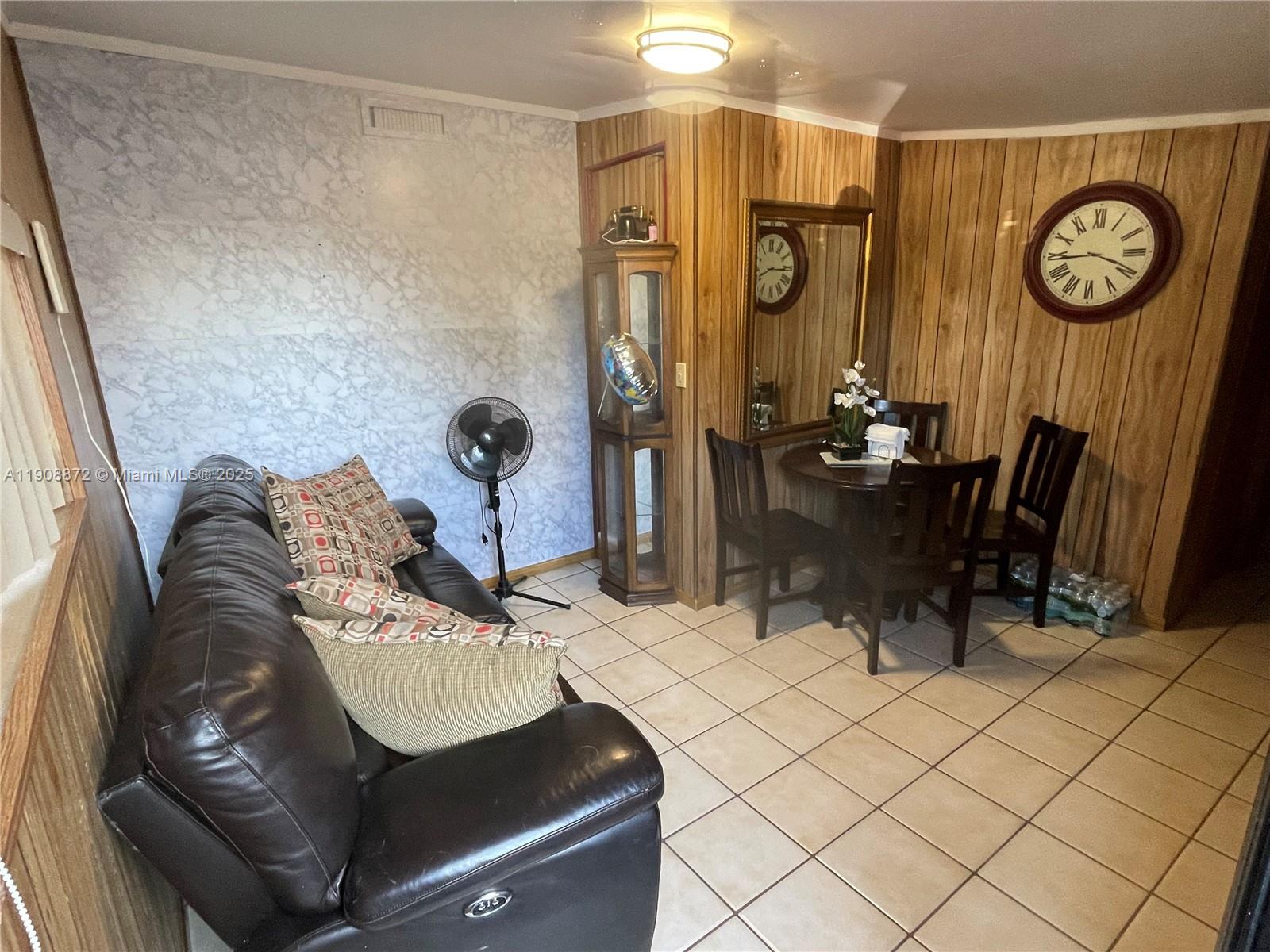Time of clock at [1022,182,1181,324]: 3:44
